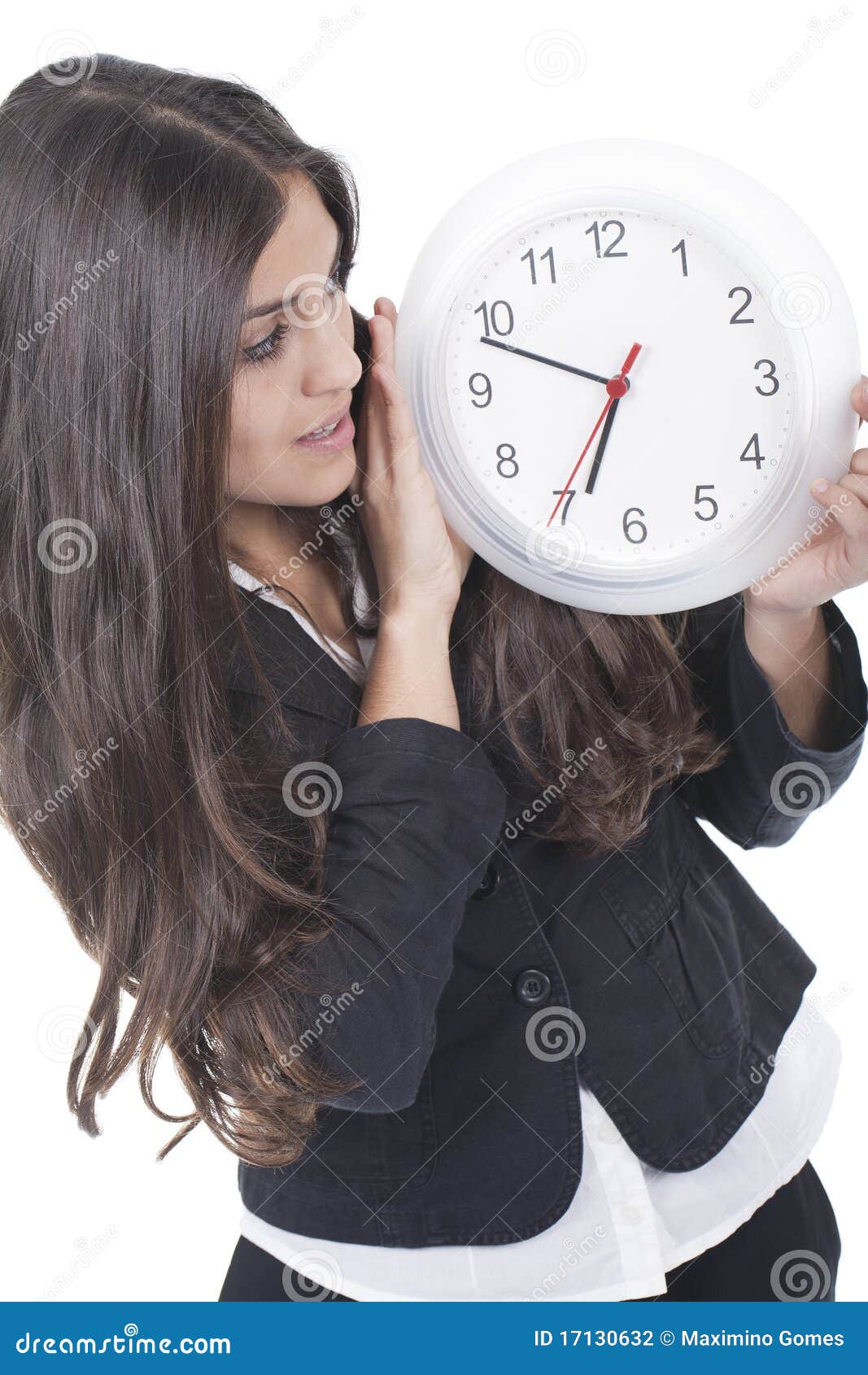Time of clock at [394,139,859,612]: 6:48
